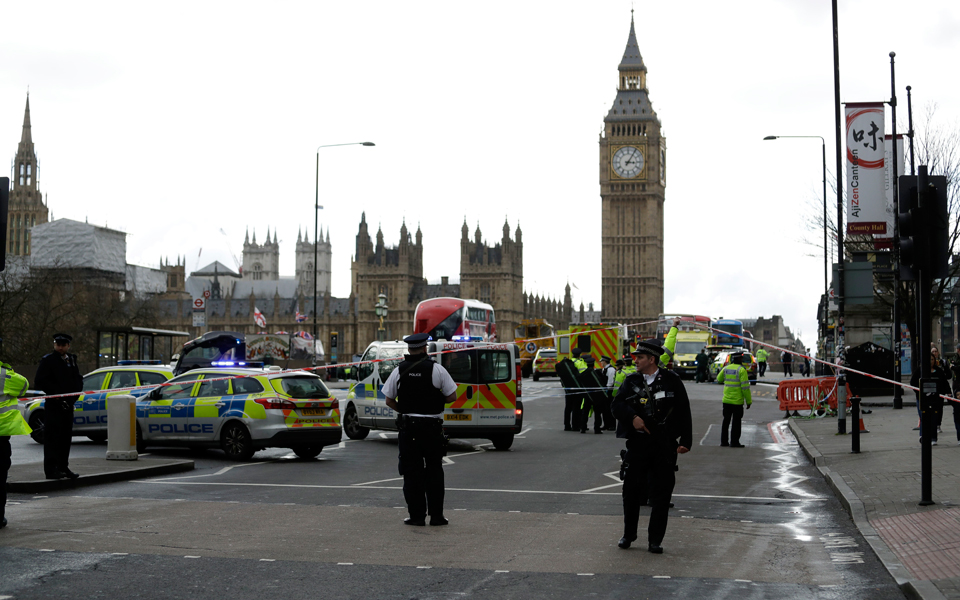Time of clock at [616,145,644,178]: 3:05
